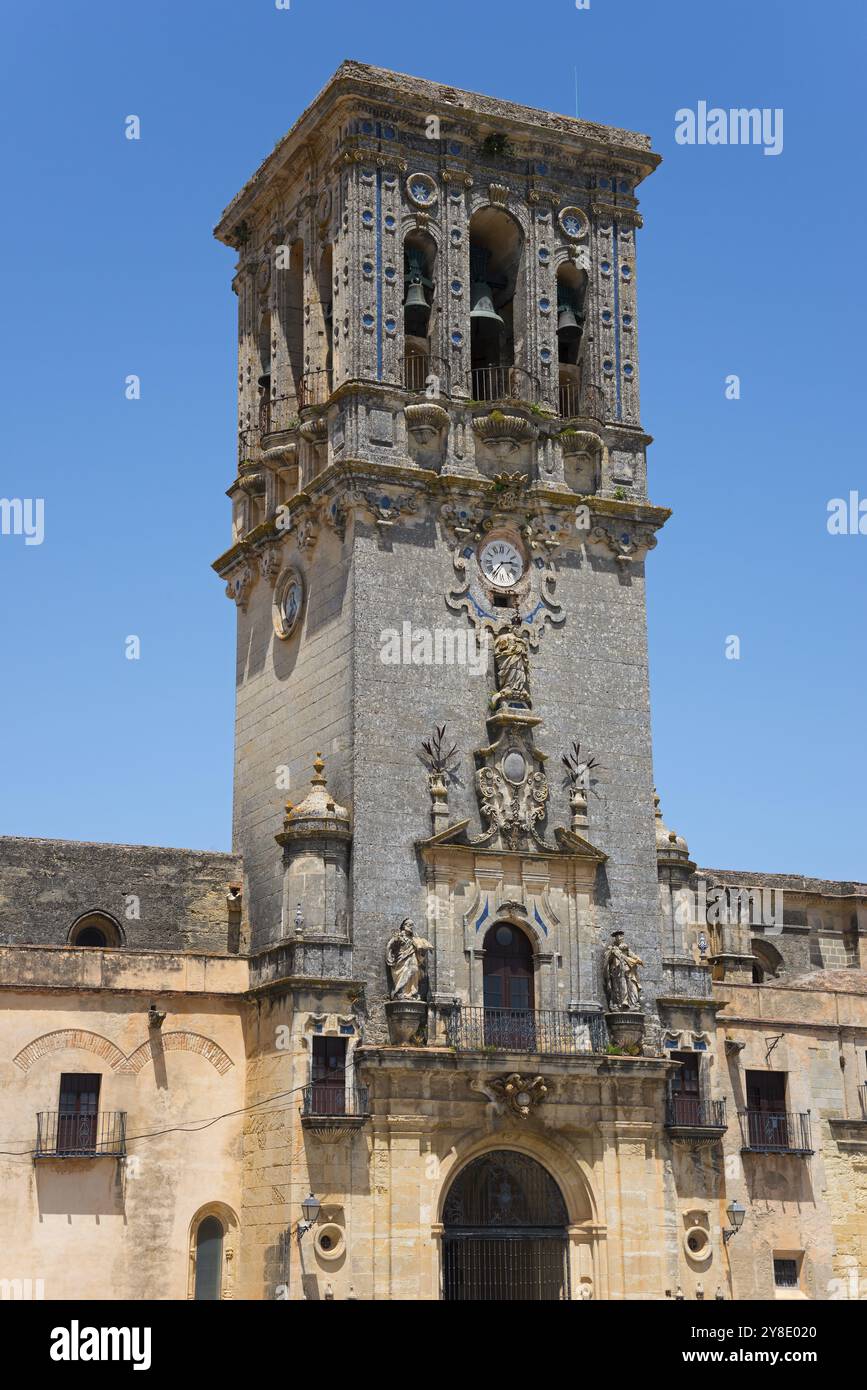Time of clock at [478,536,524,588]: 2:36
